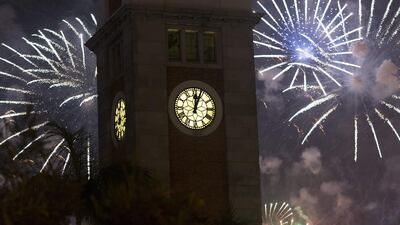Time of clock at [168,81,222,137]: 12:03
